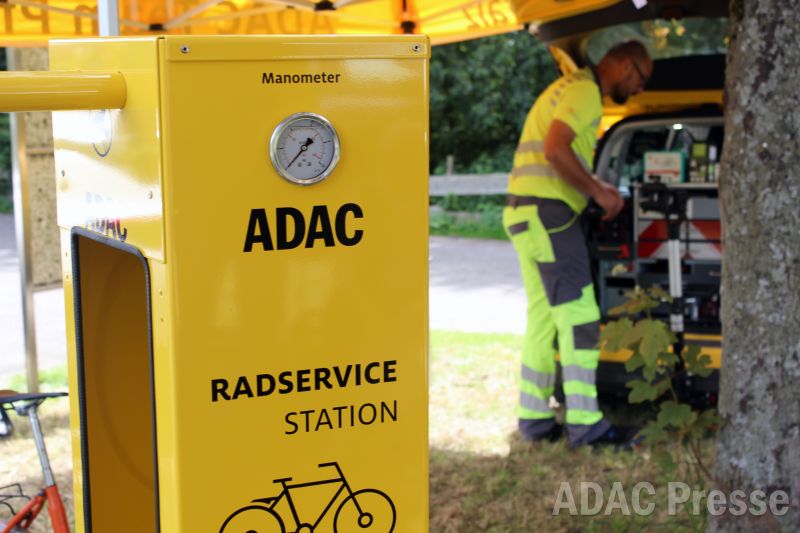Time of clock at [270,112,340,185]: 1:36
